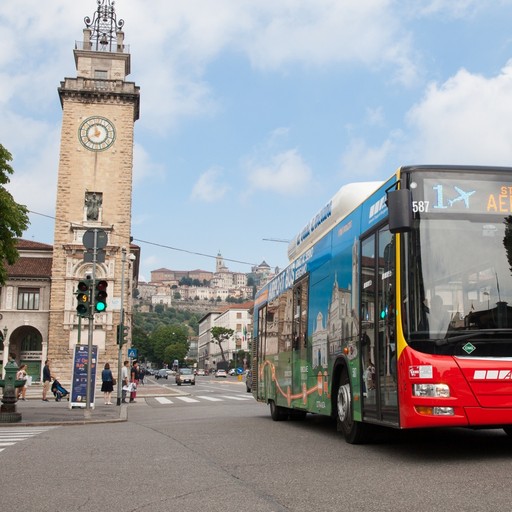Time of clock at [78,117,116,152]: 7:57
